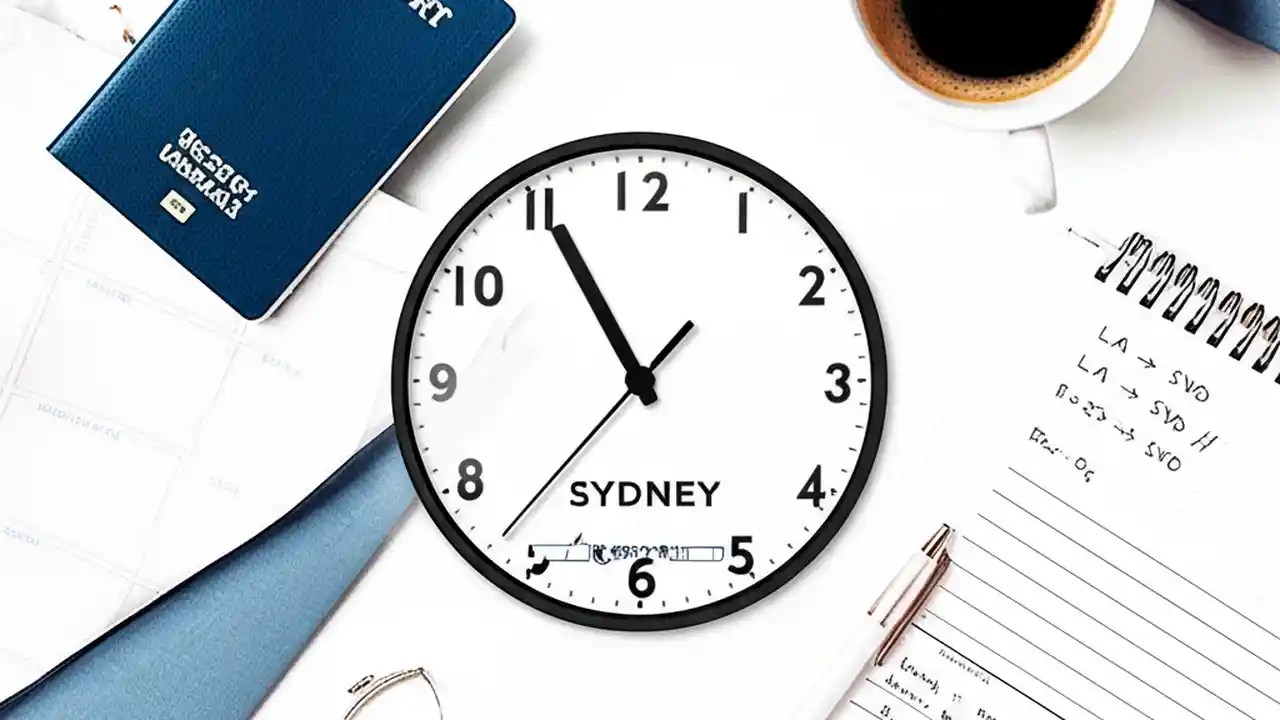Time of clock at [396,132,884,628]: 10:55
